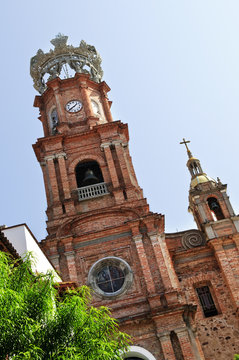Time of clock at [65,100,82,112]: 1:38
